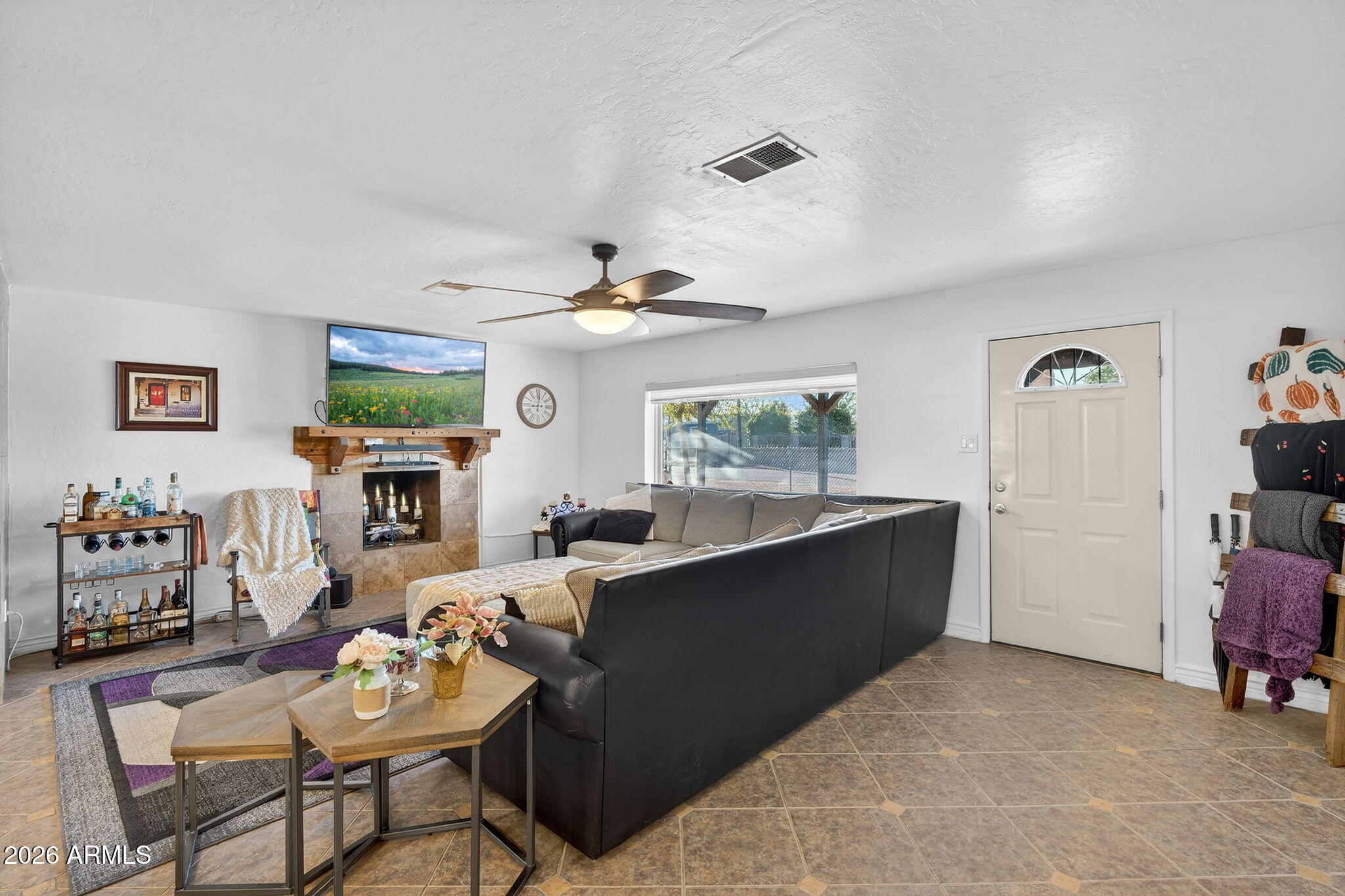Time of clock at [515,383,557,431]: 9:01
